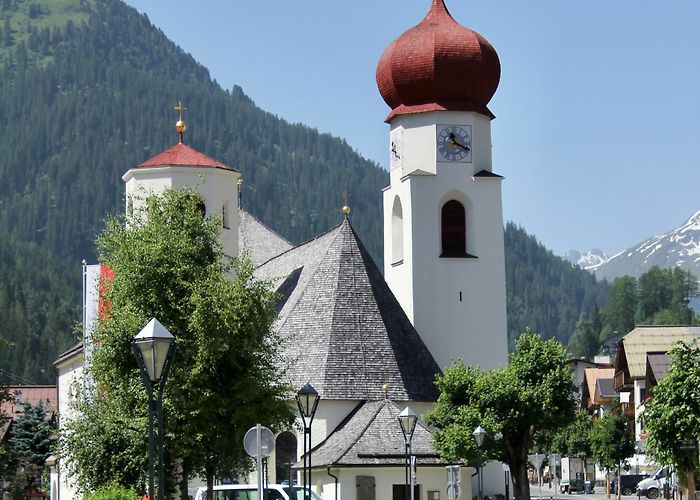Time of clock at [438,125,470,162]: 11:18
